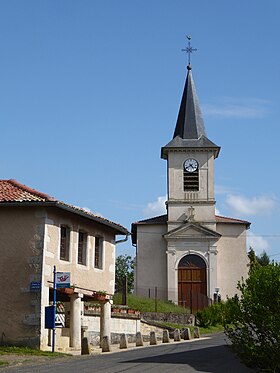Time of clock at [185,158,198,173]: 4:39
